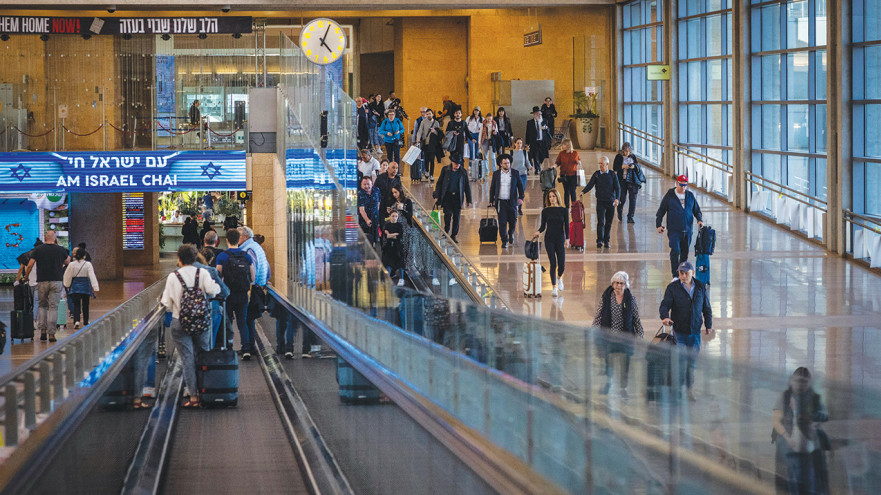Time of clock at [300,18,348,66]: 5:05
